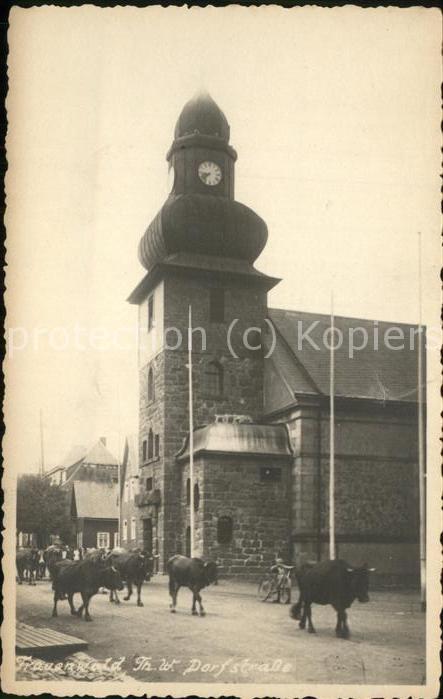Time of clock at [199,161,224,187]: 8:38
